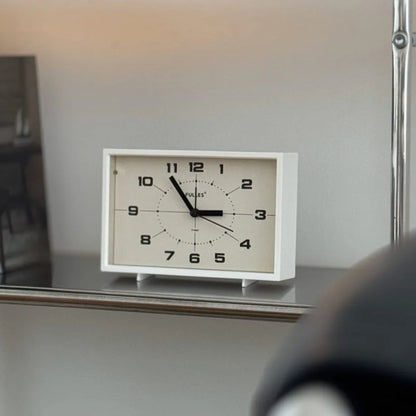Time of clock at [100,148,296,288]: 2:54
